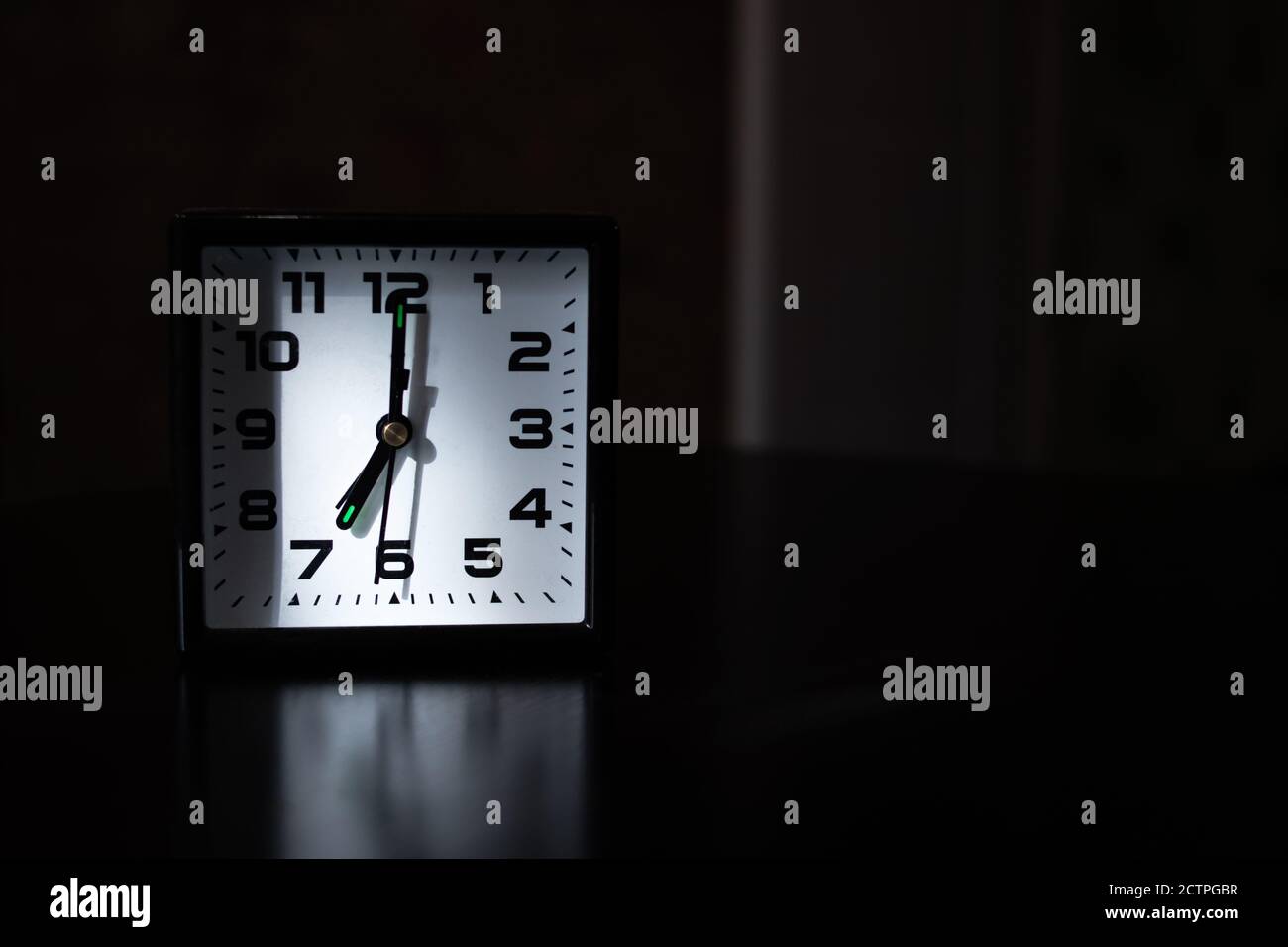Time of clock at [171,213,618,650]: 7:00
